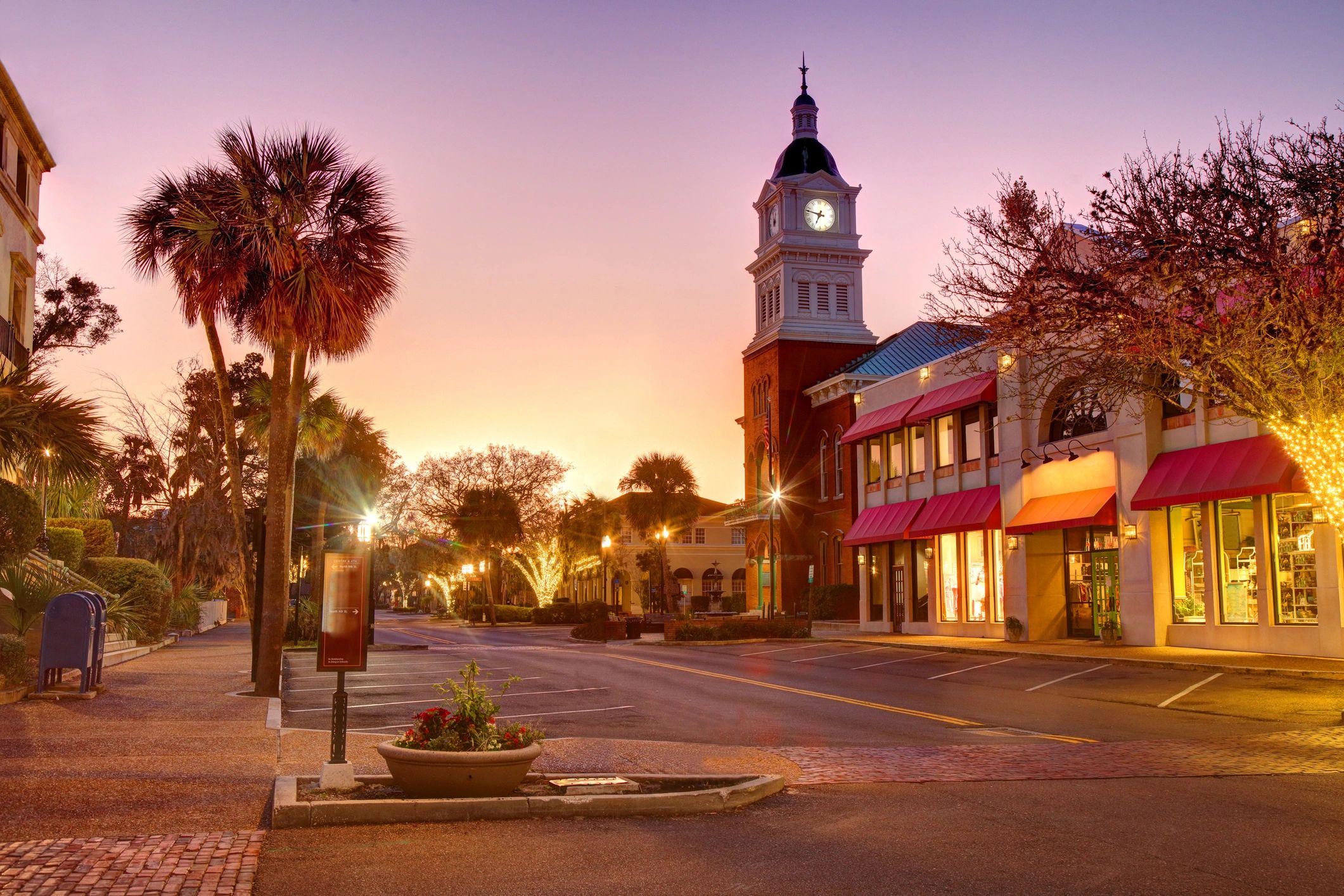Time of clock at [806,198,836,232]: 6:47
